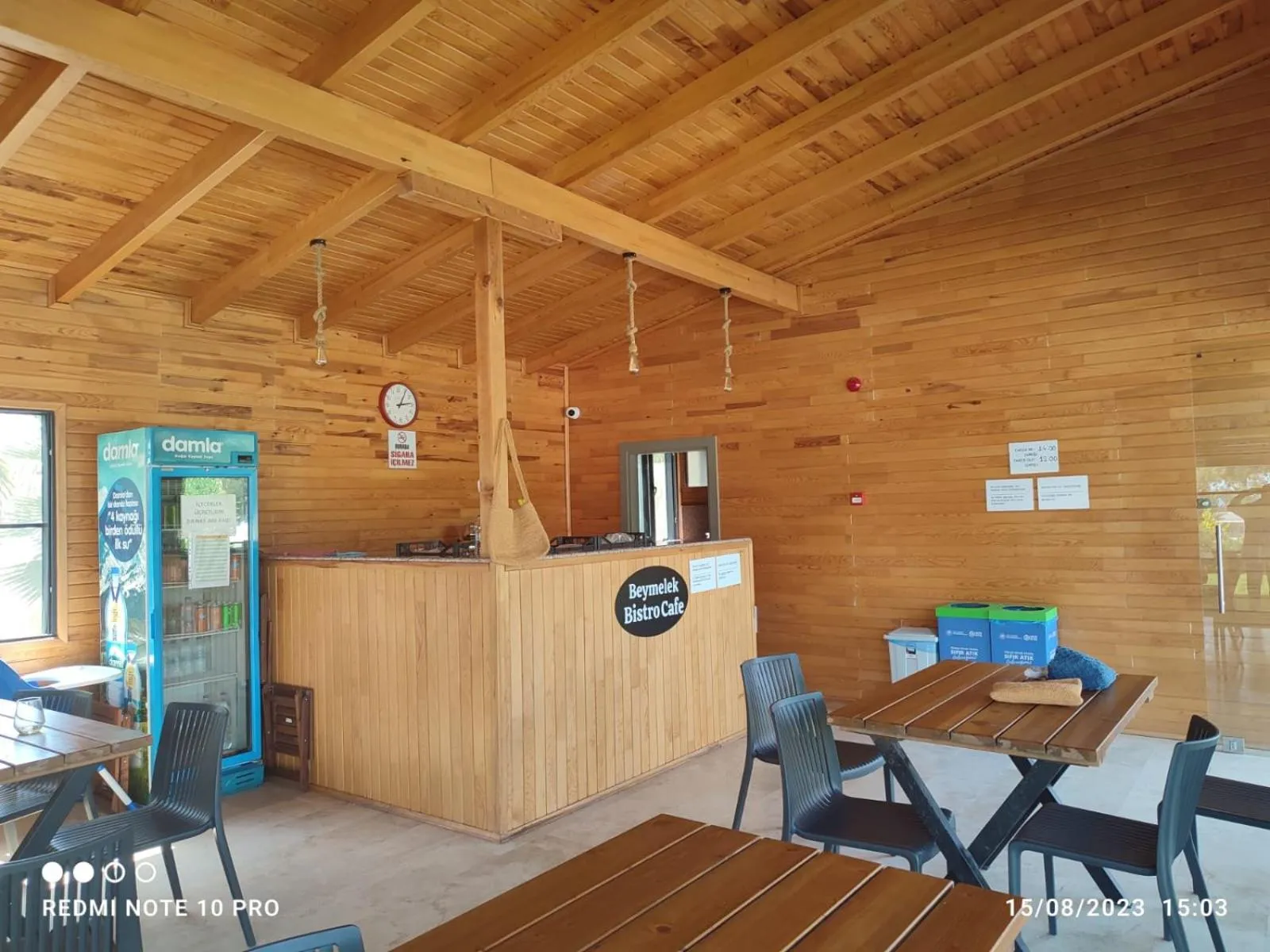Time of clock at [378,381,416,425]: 1:13
